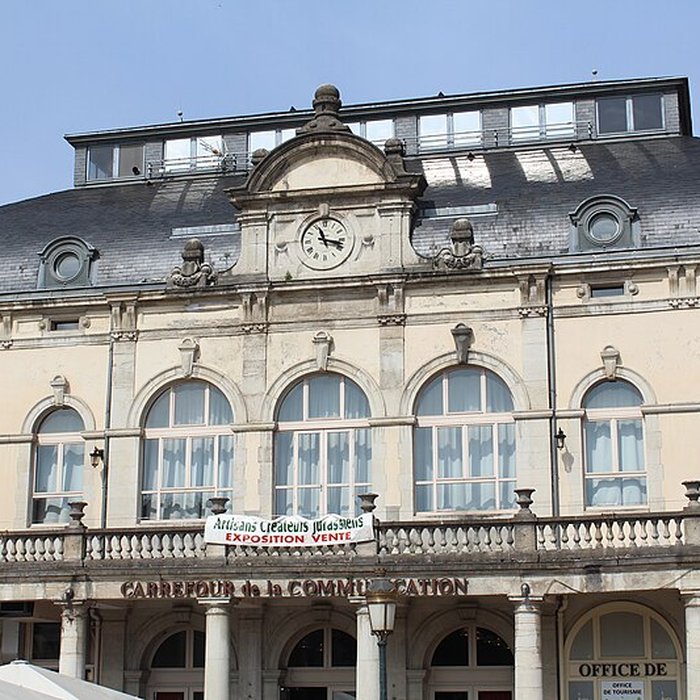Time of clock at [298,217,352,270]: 11:17
